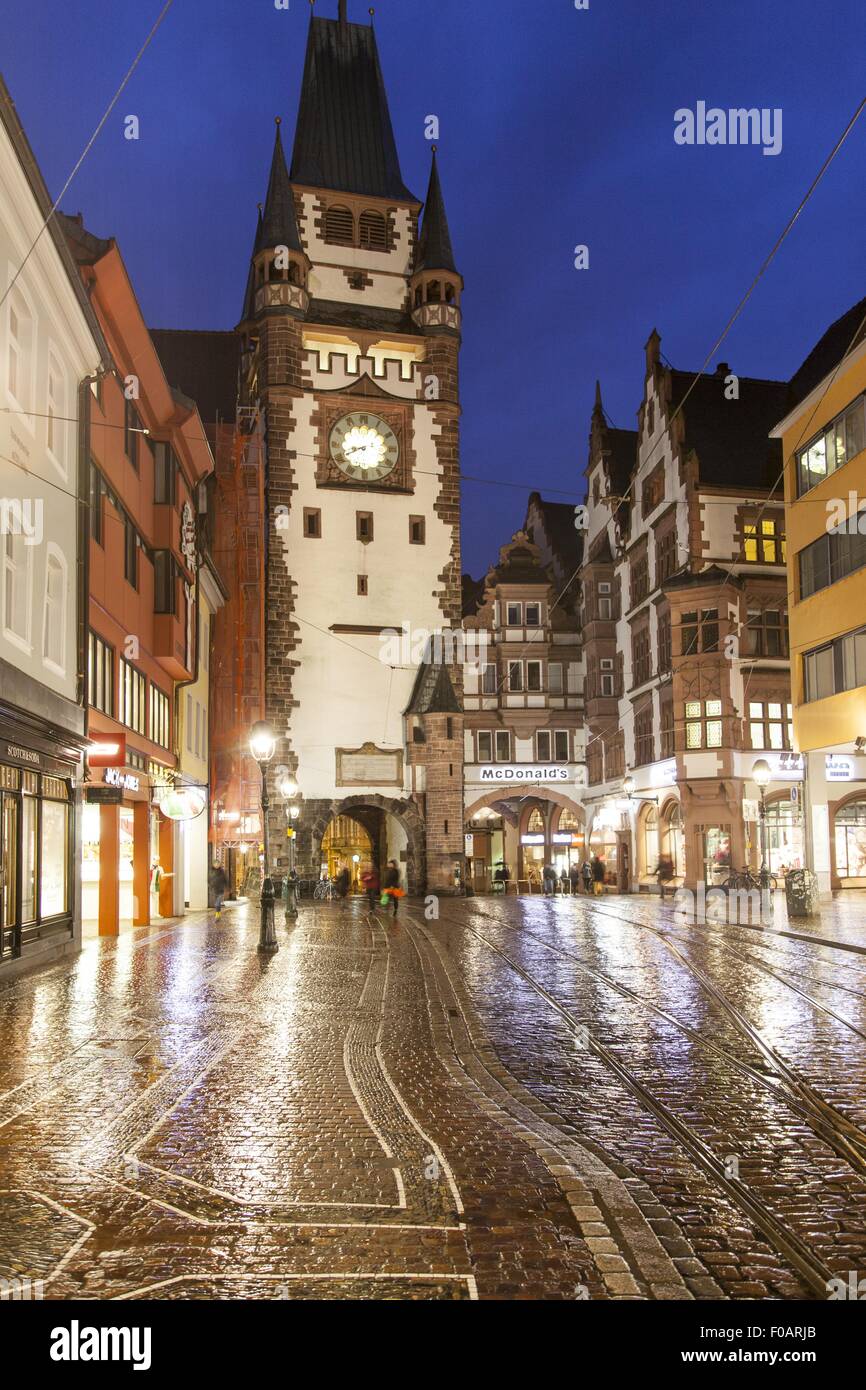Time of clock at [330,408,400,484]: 8:40
